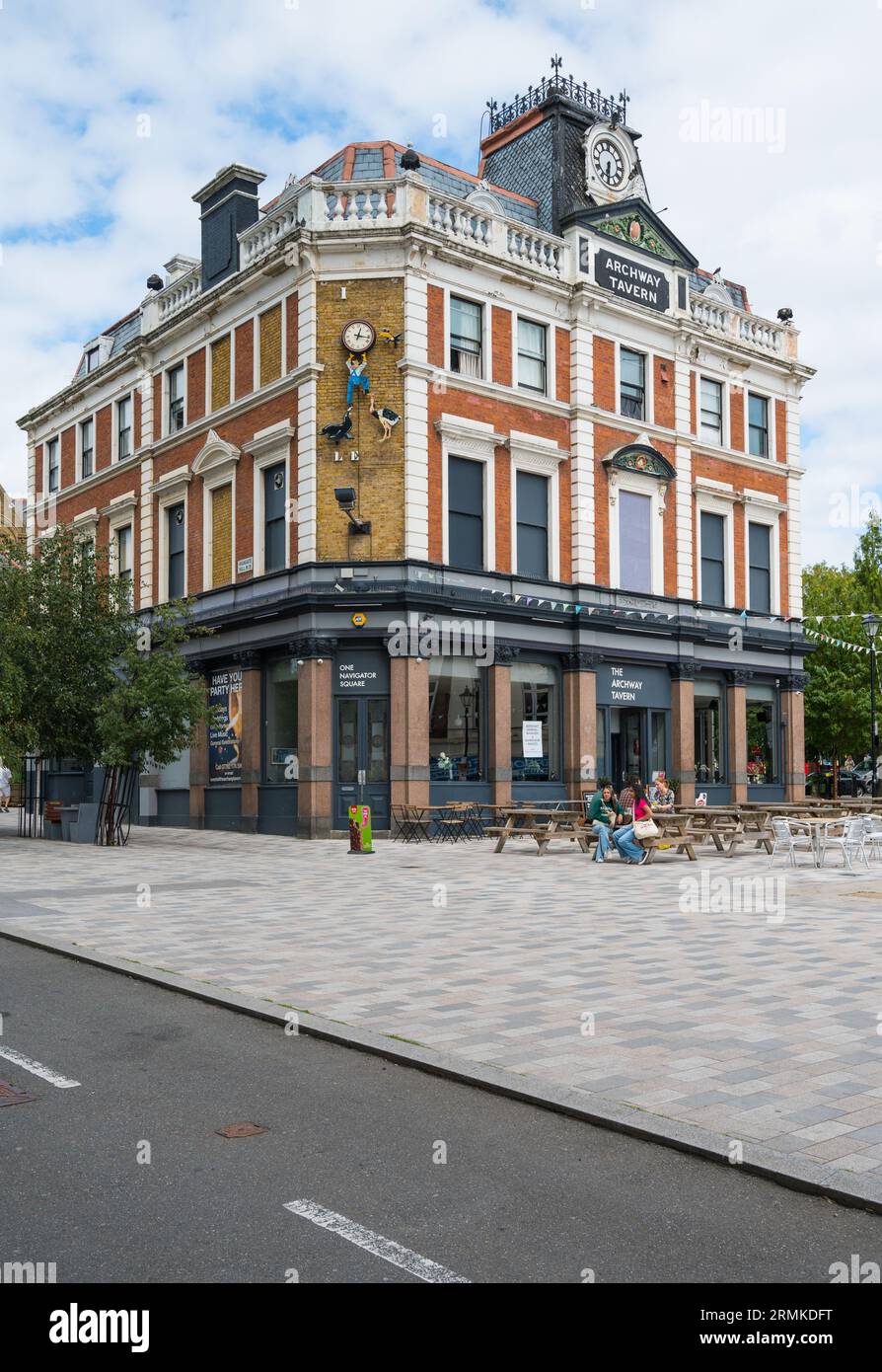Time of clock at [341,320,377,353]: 12:16
